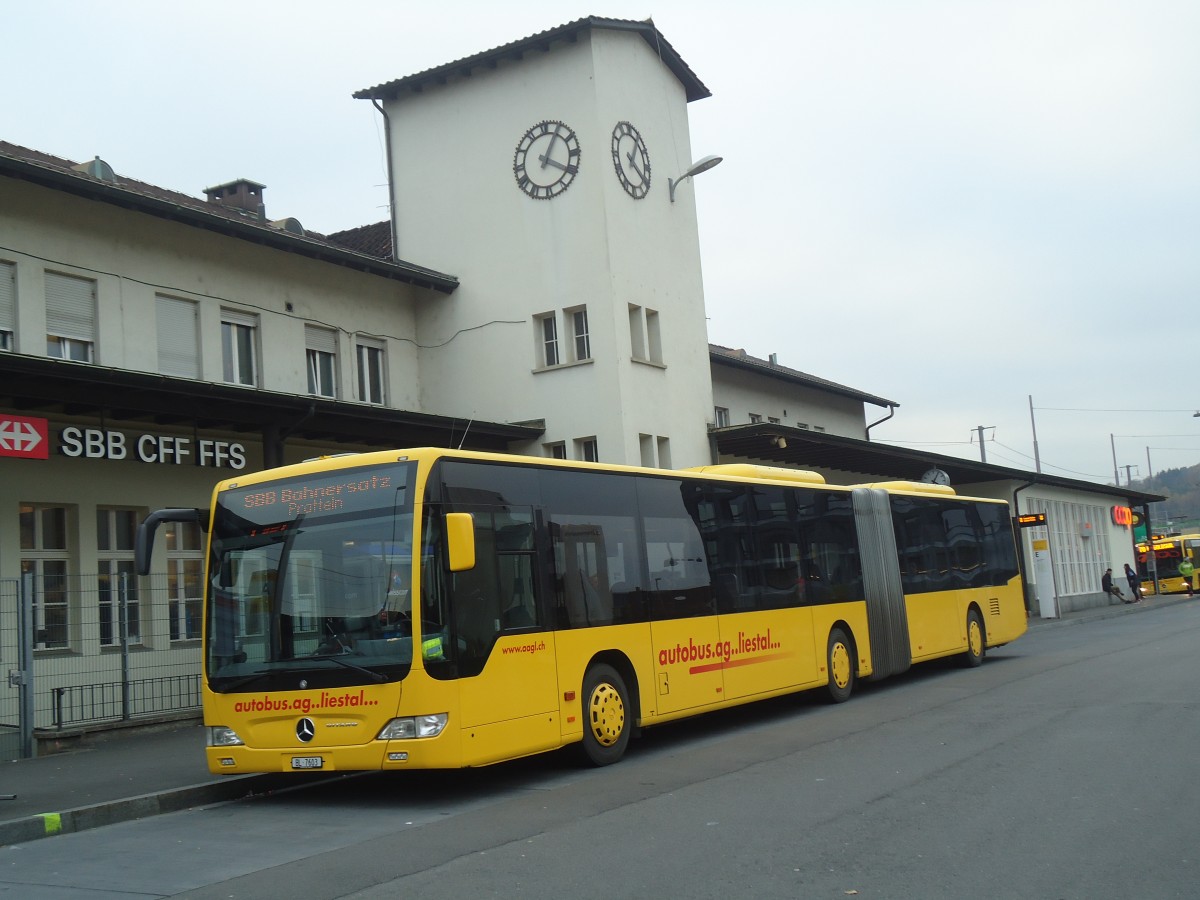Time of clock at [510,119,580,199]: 4:04
